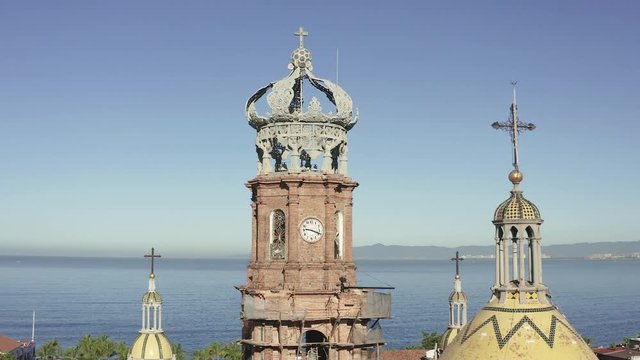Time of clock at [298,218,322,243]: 9:18
